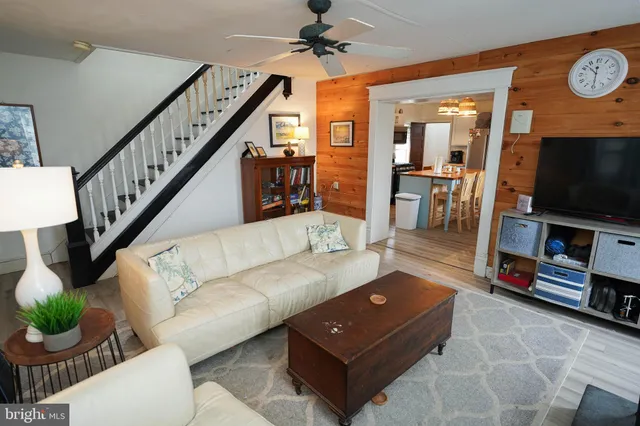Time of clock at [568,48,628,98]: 10:30
